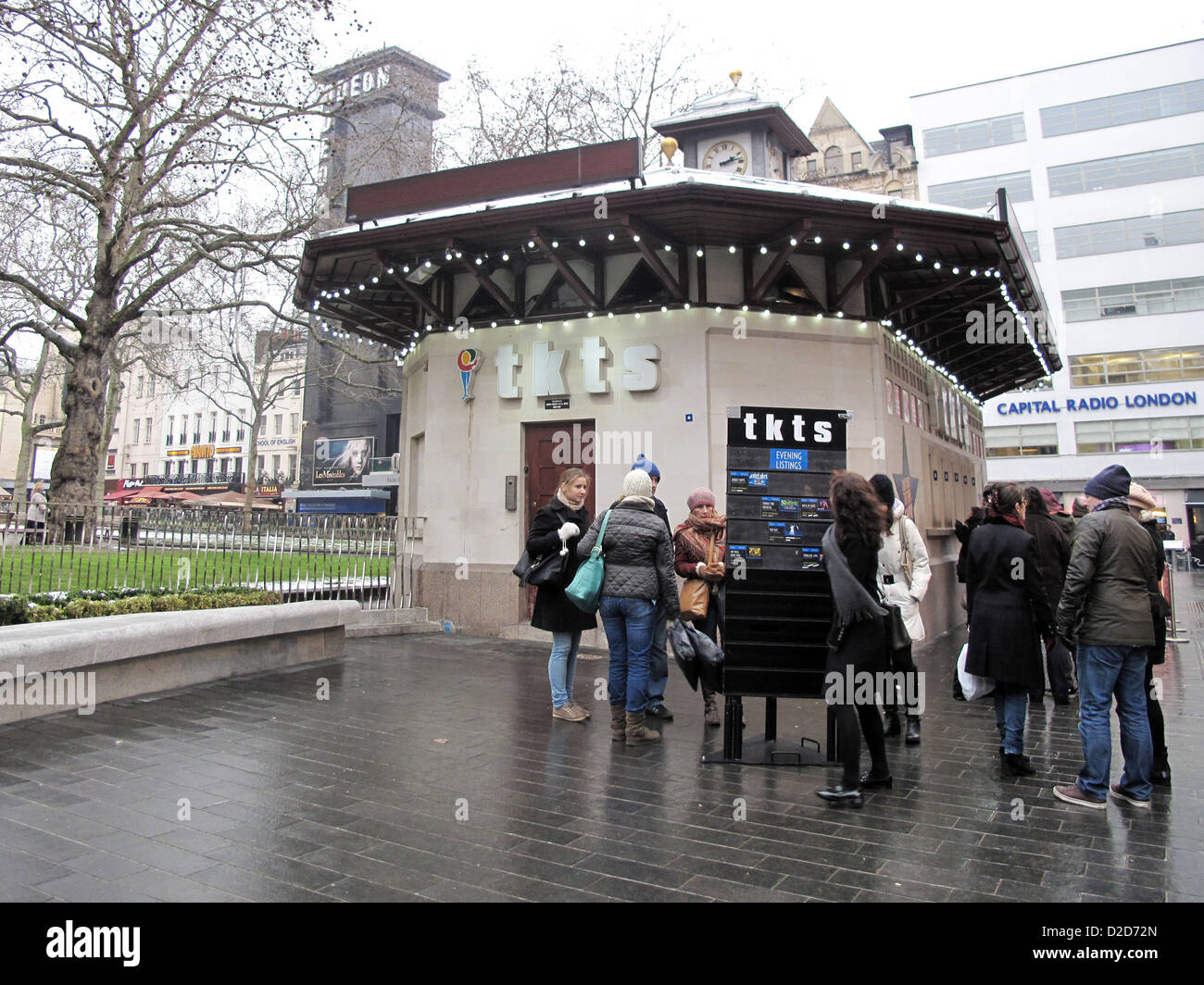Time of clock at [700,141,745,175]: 2:13
